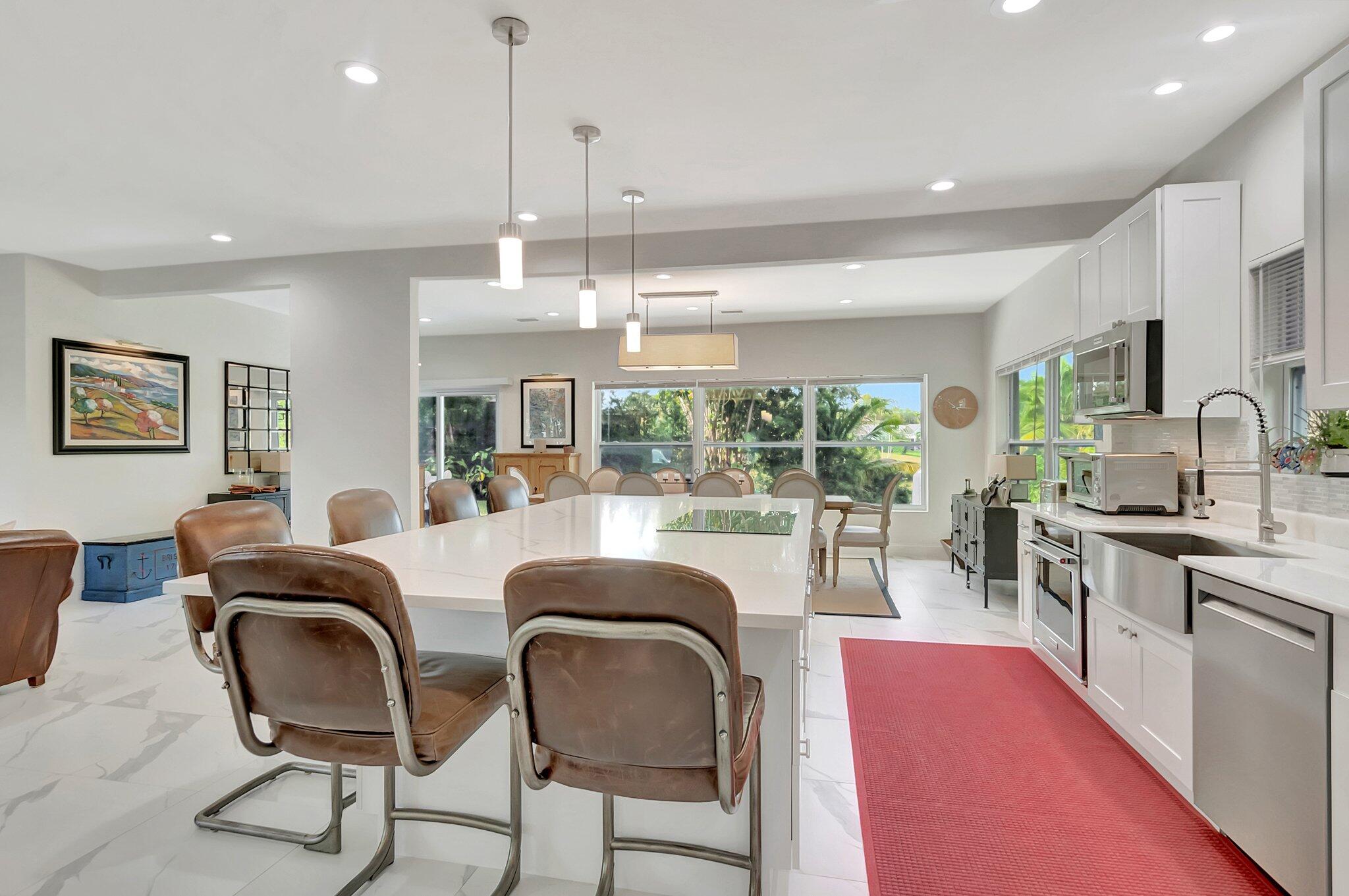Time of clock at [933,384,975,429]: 10:15
